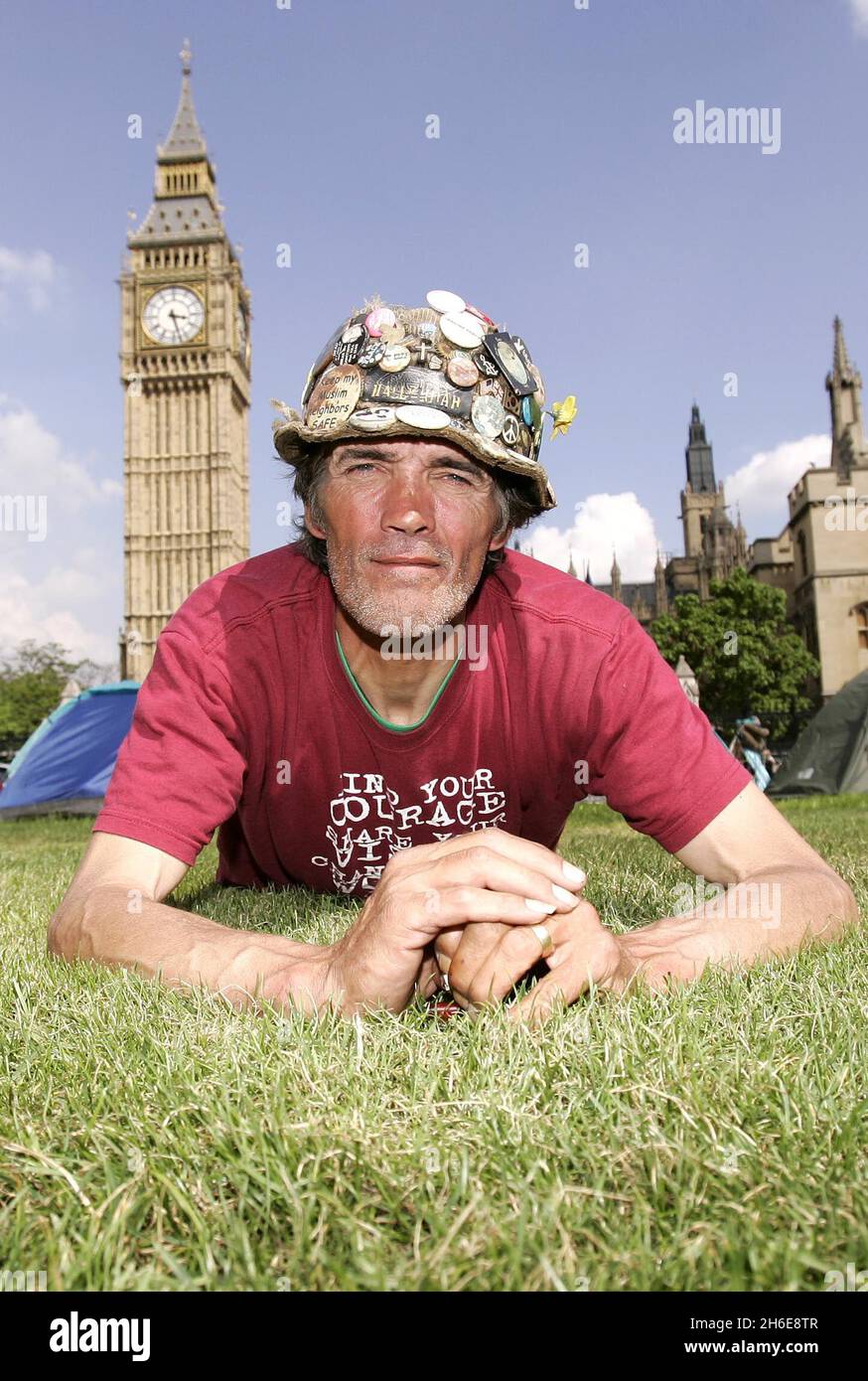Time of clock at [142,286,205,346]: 3:27
